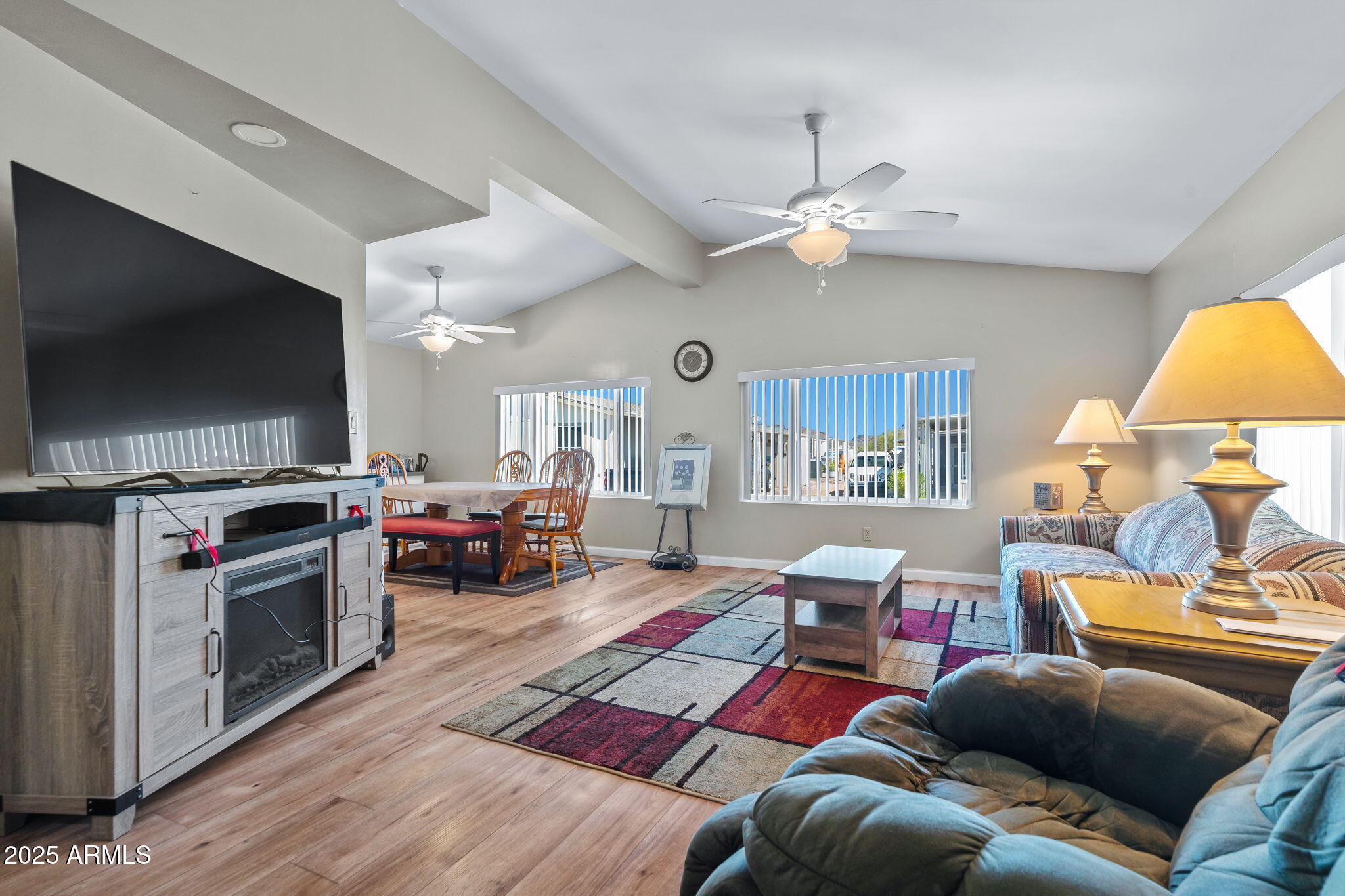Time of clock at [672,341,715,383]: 10:07
